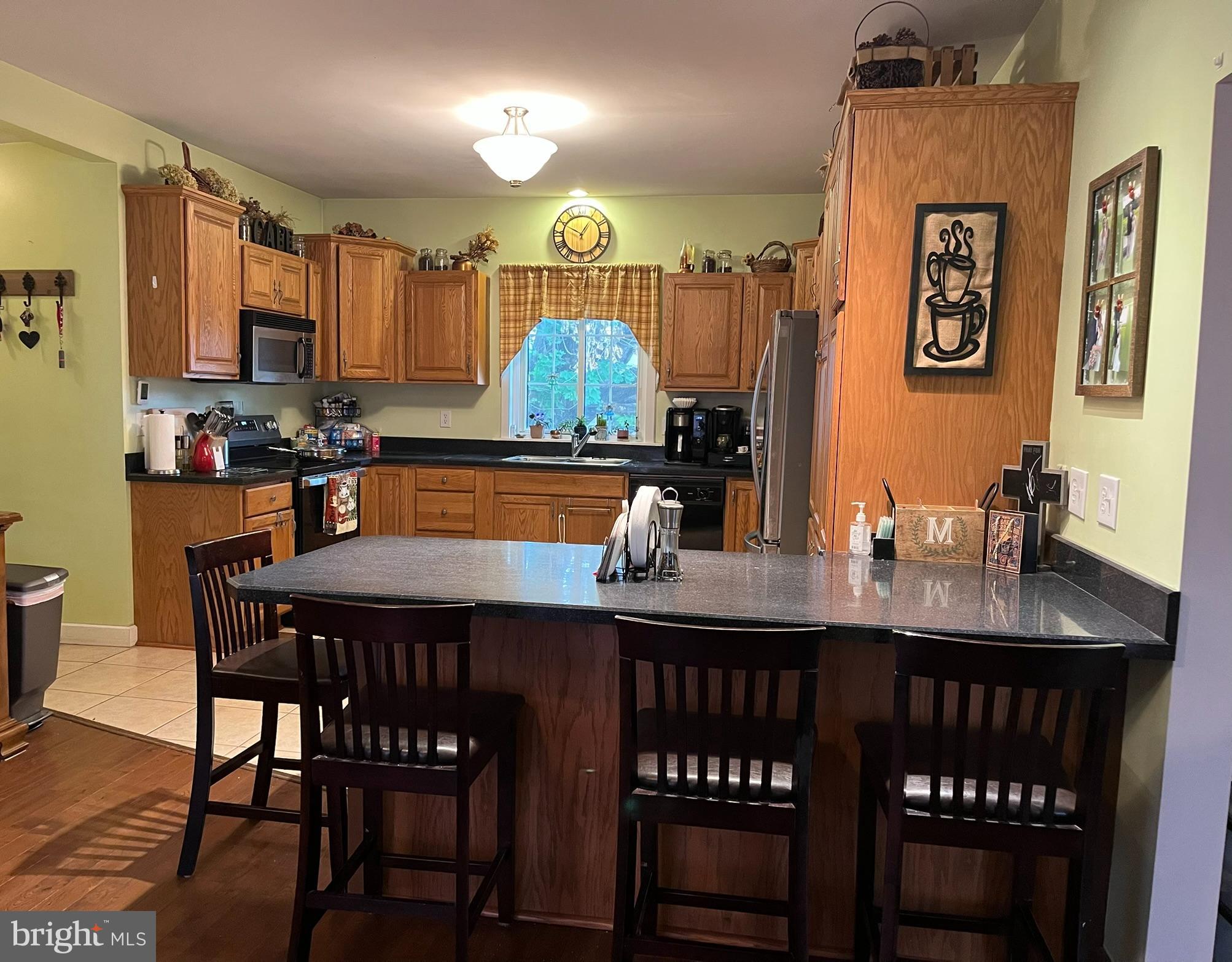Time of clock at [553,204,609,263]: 12:49
